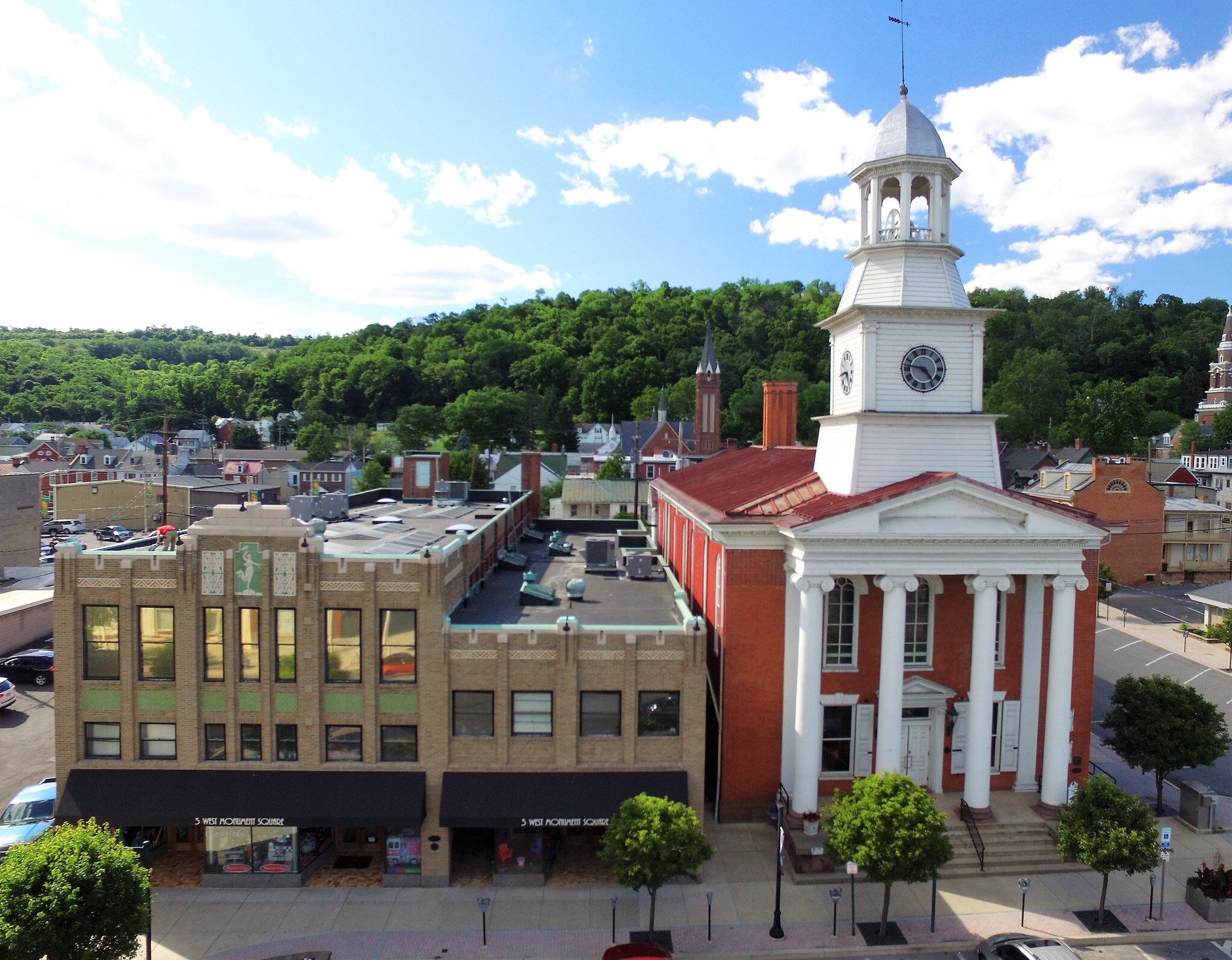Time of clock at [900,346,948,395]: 4:46
